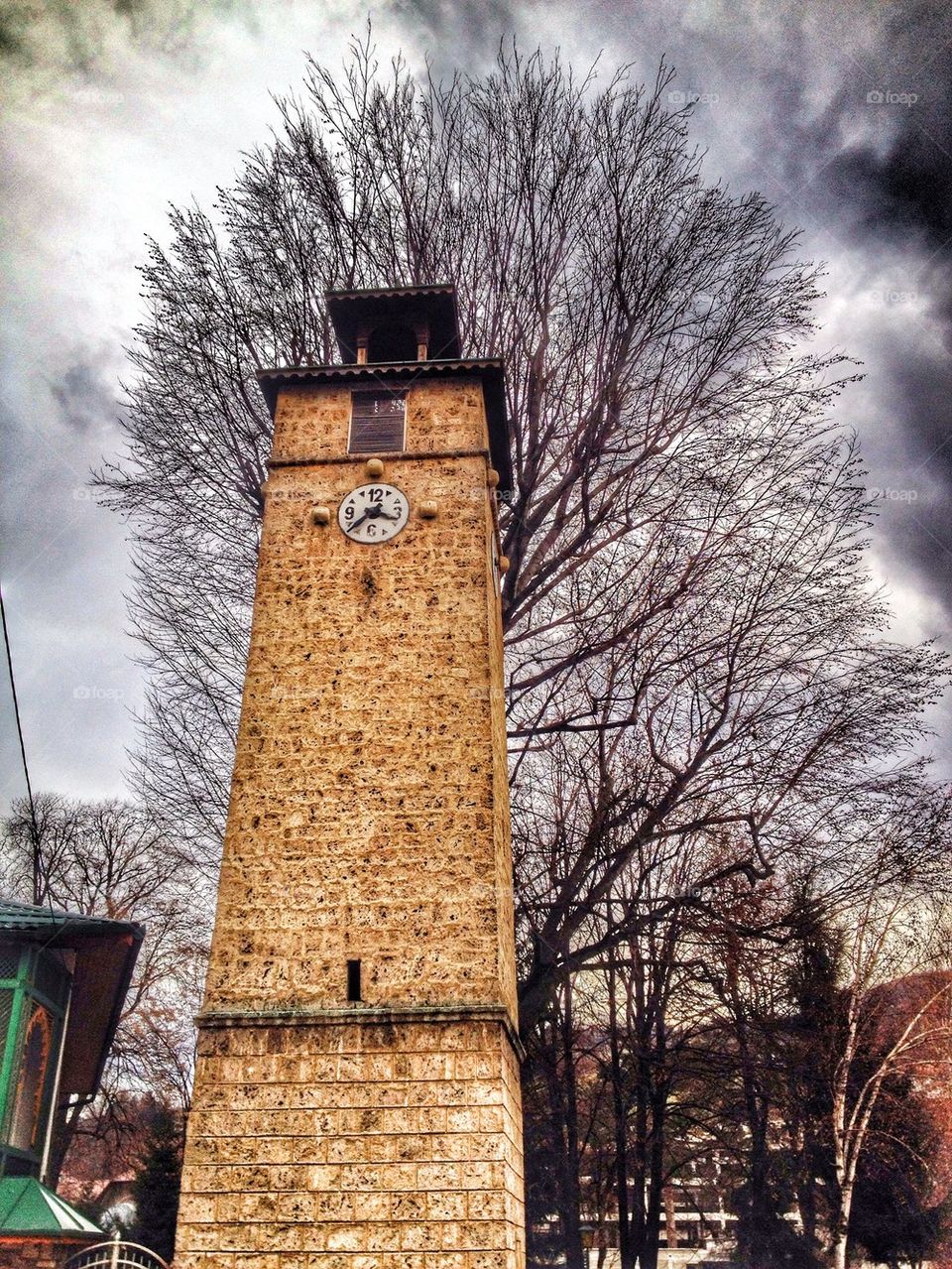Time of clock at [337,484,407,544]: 3:37
